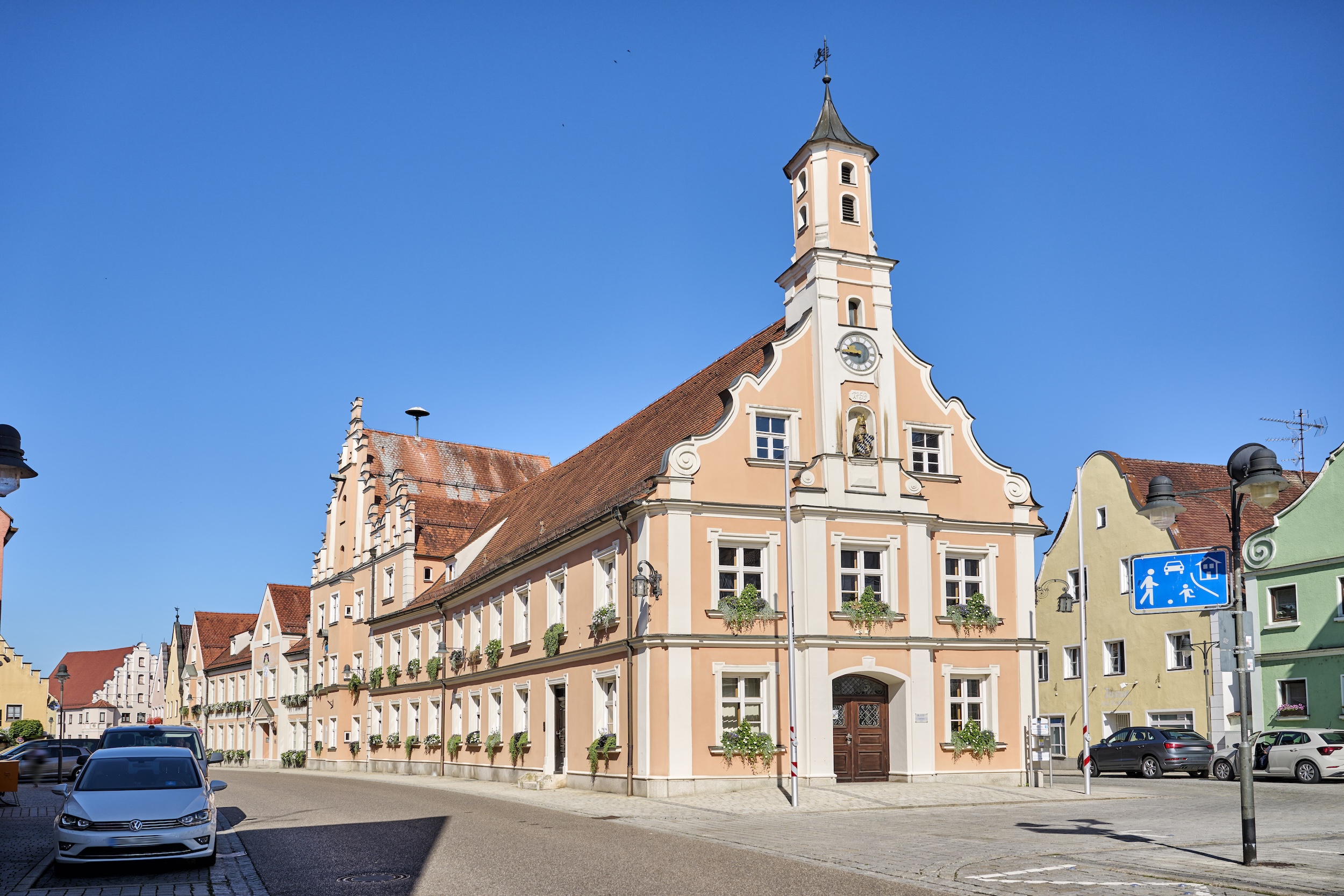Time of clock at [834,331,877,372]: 8:45
